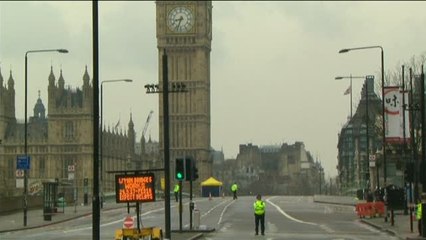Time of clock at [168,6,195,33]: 8:33
